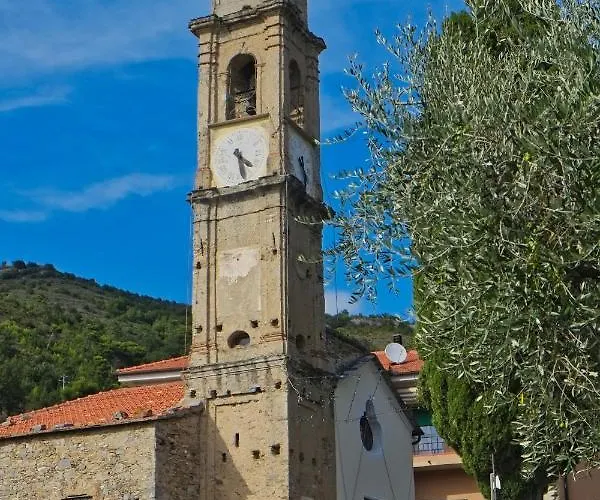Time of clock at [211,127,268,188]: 4:28
